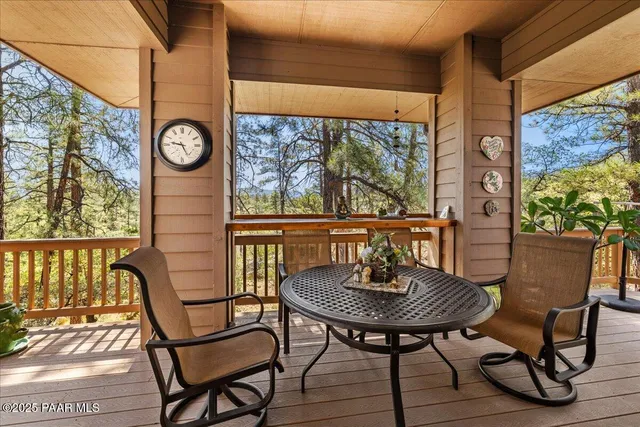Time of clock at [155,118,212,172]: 9:25
